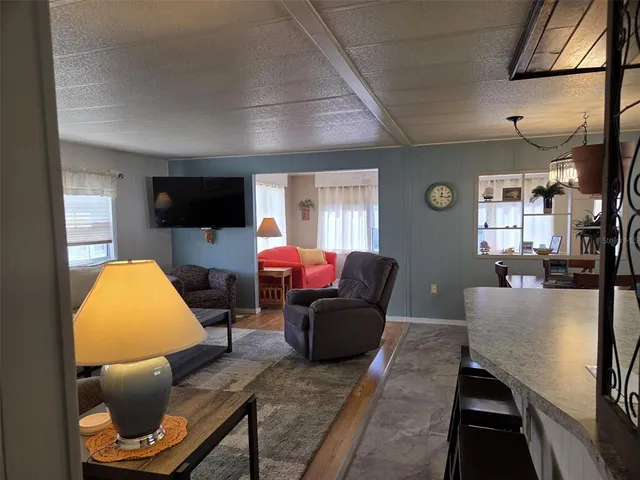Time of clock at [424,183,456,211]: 12:16
